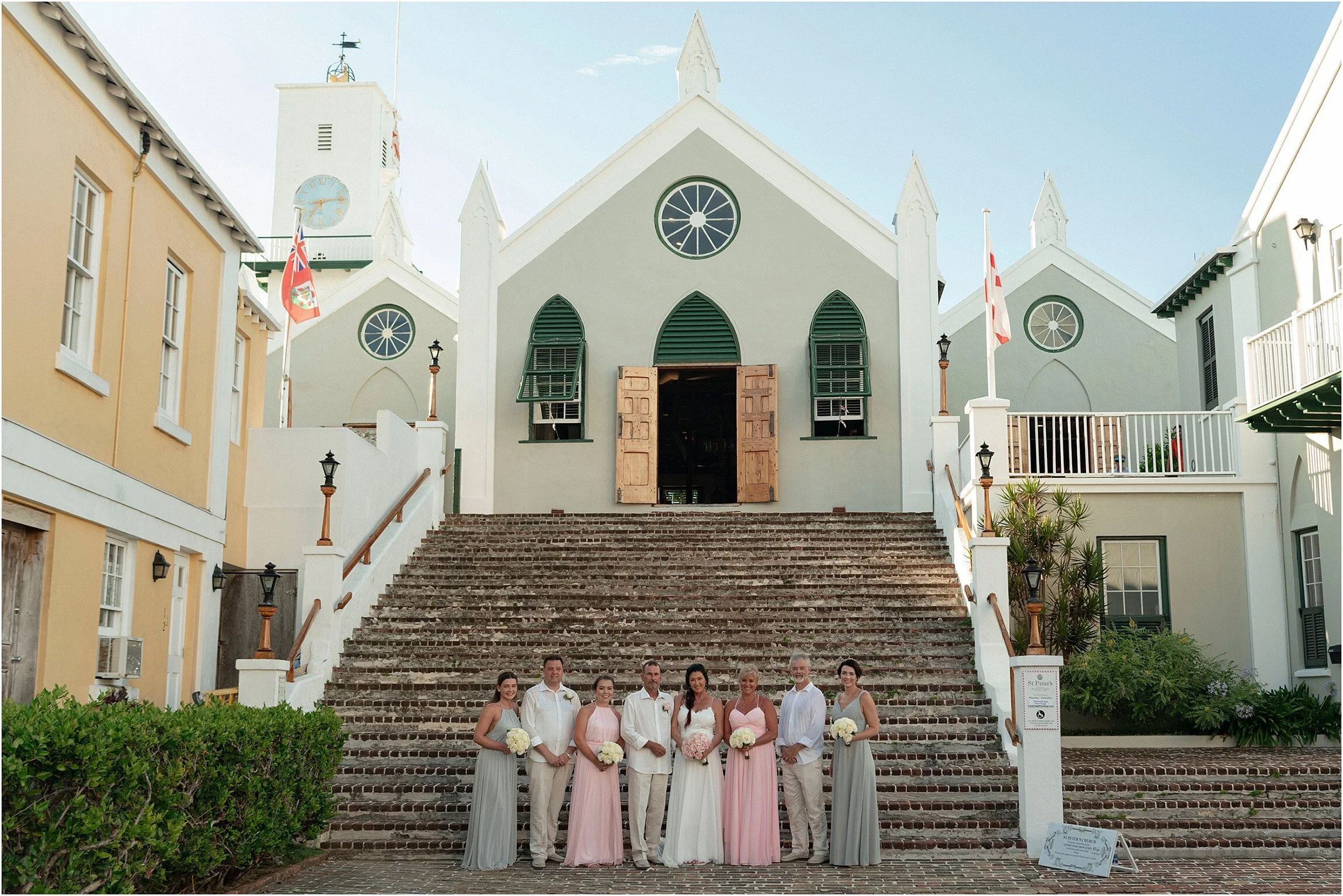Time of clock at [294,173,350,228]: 7:13
